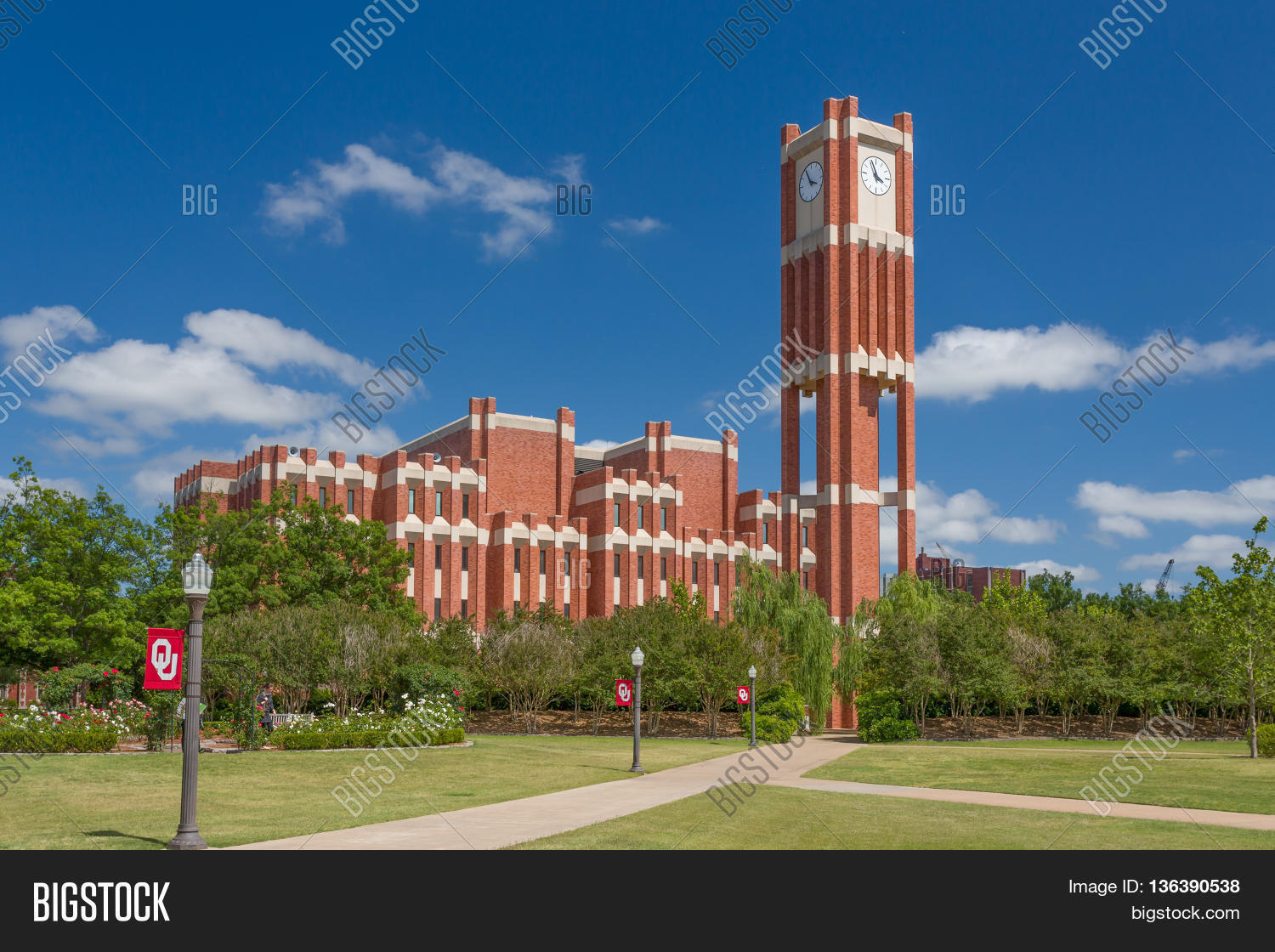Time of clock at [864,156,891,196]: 3:56
